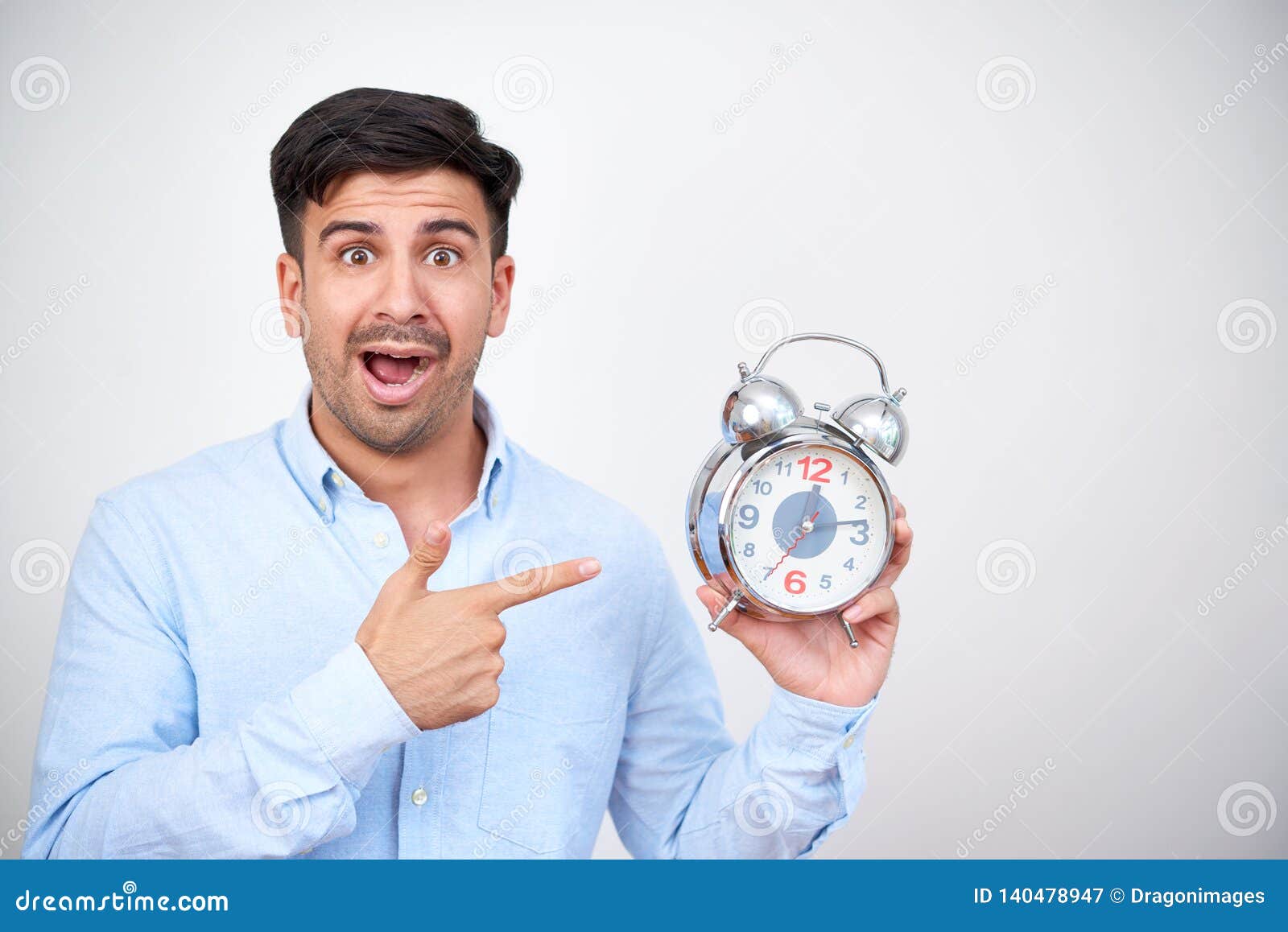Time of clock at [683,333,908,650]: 12:13
